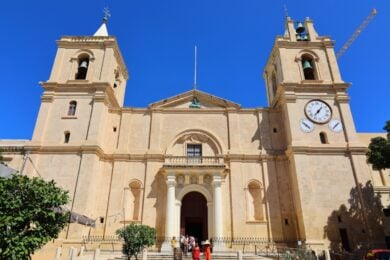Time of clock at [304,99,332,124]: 7:07
